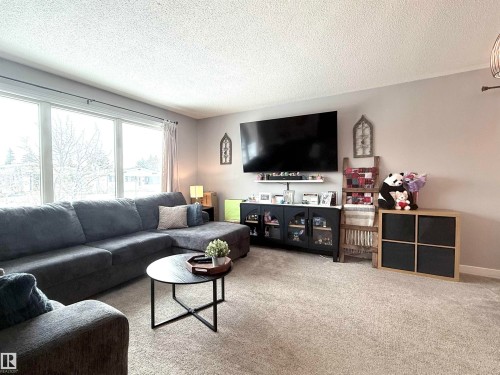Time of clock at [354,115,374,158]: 5:59
